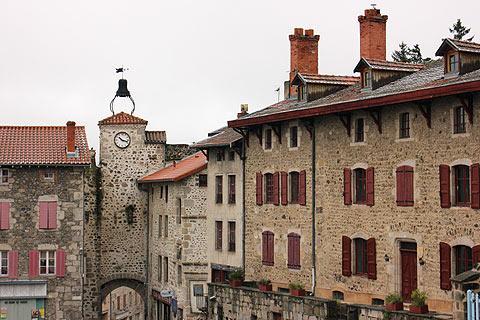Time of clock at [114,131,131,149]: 10:17
